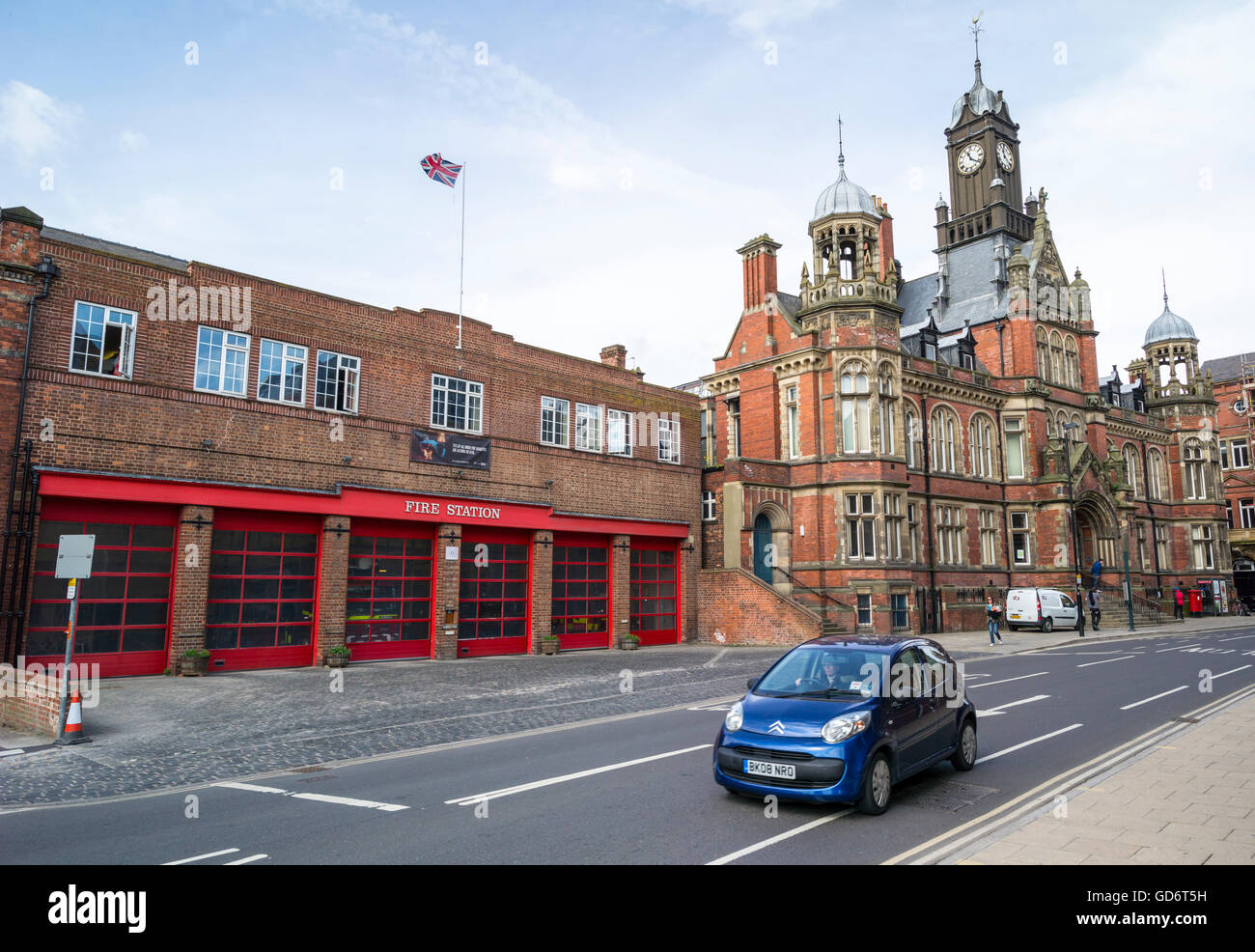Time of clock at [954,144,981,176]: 11:21
